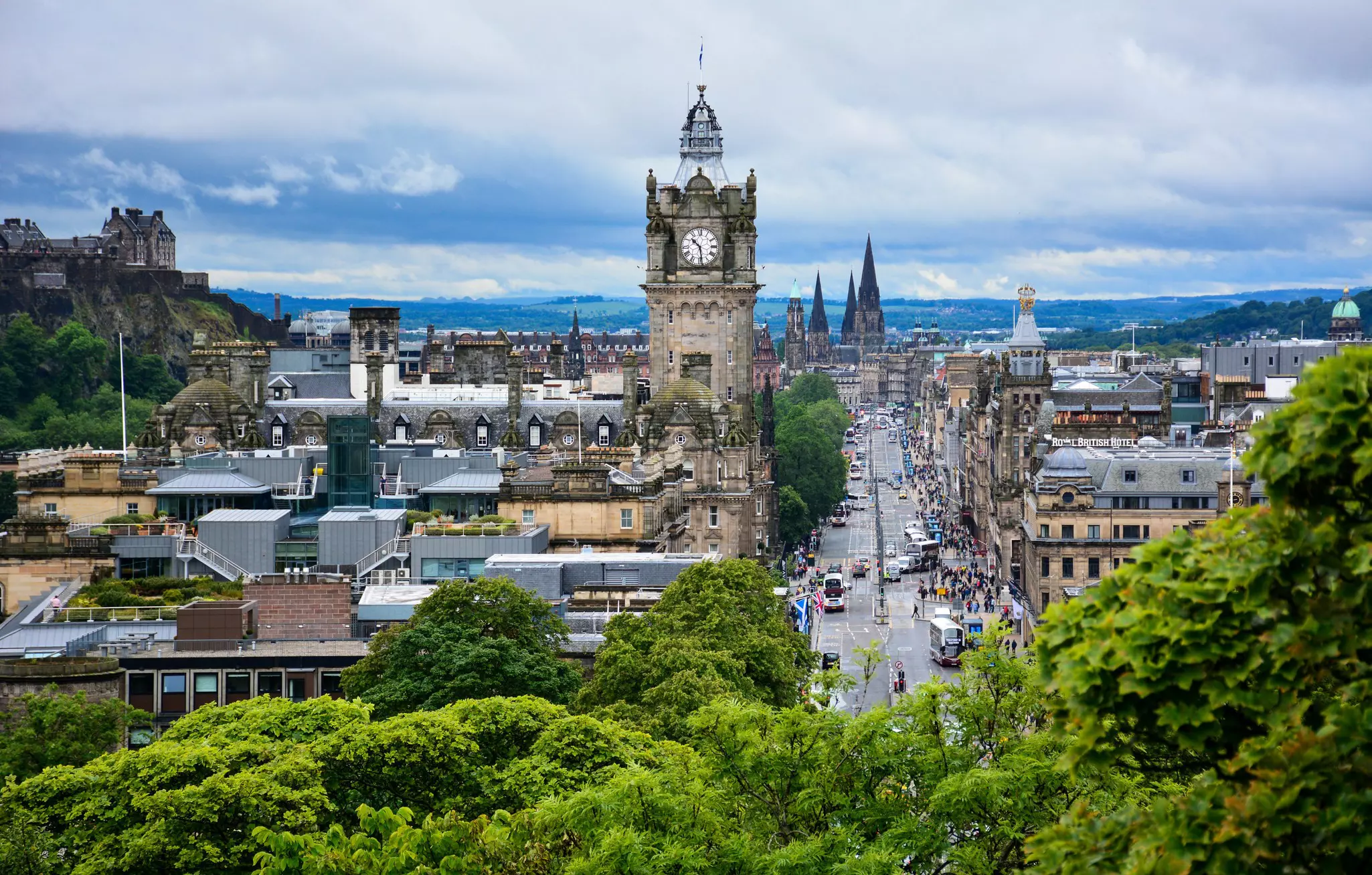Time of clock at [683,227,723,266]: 10:28
